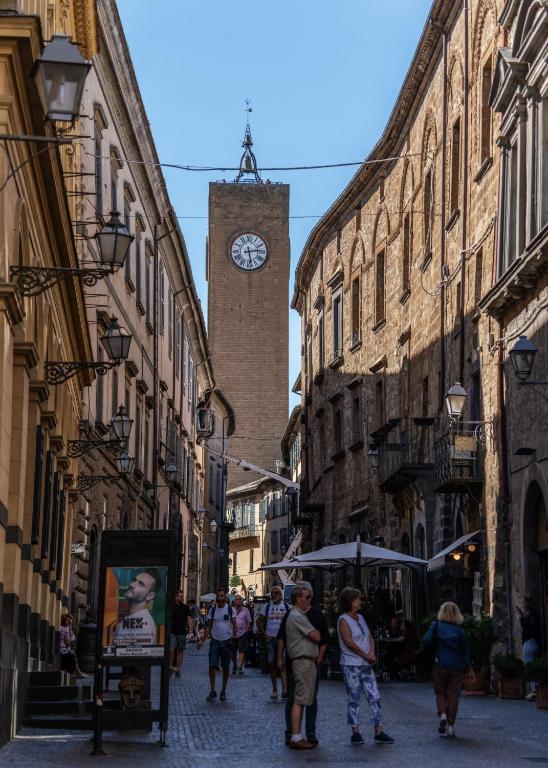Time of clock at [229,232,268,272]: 2:28
